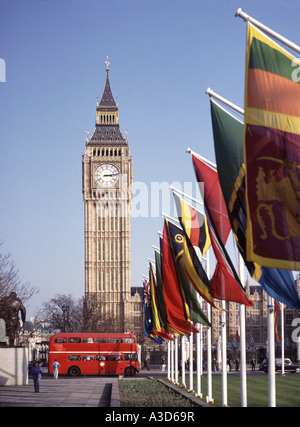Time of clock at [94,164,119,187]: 3:13
